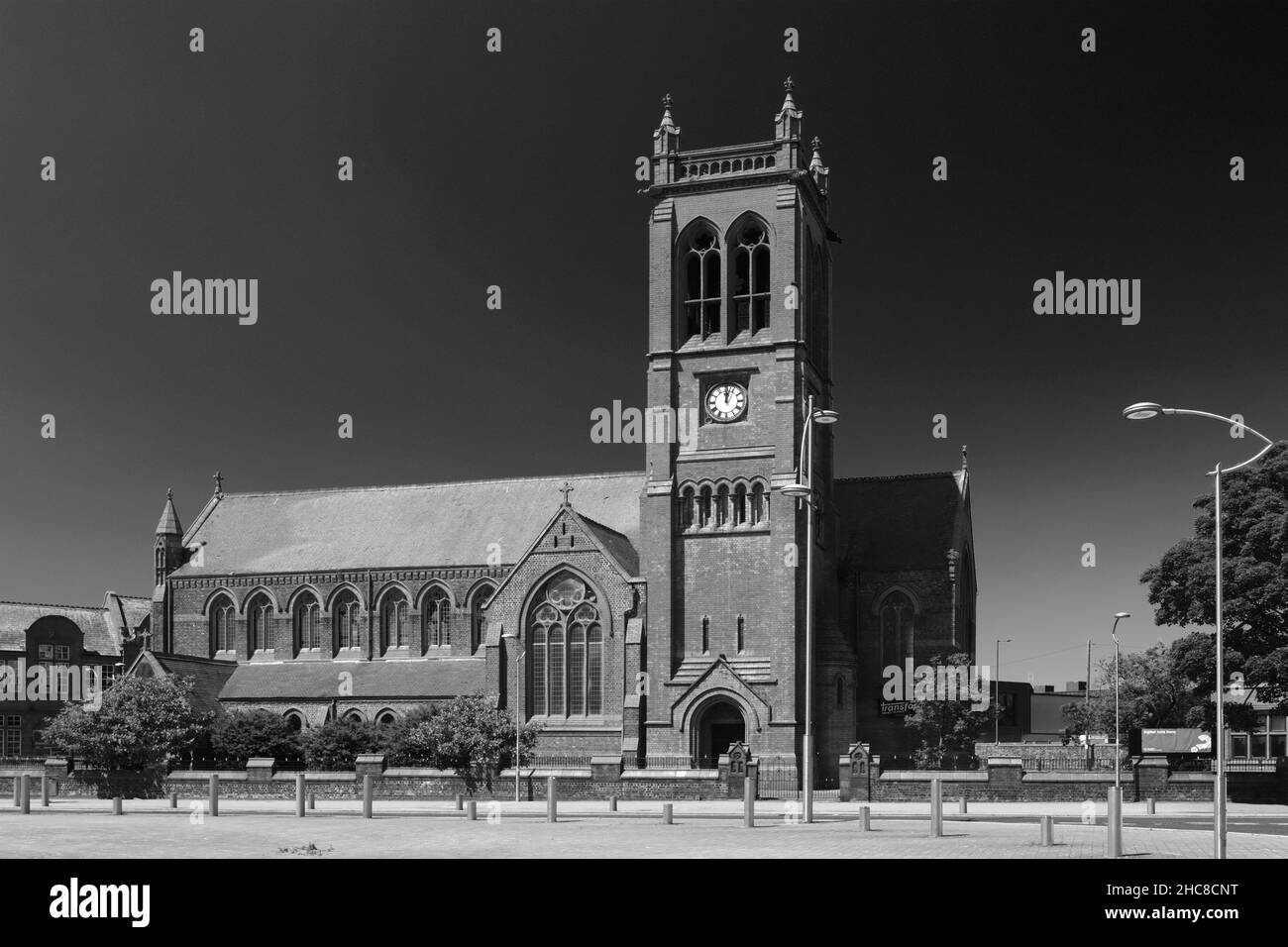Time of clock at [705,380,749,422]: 12:02
